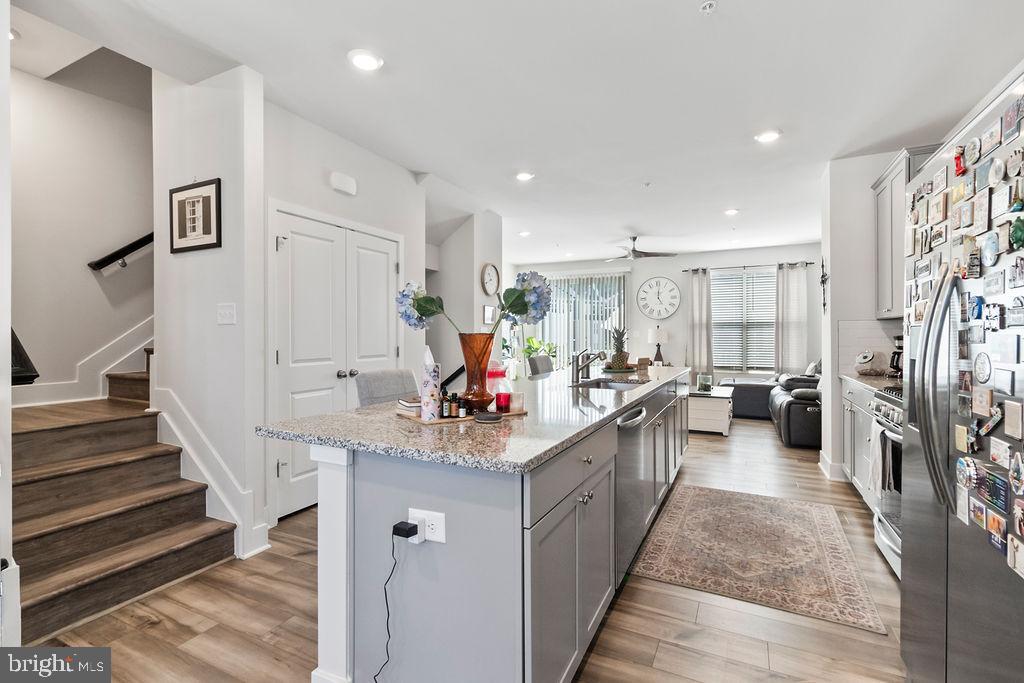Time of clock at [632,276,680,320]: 5:00
